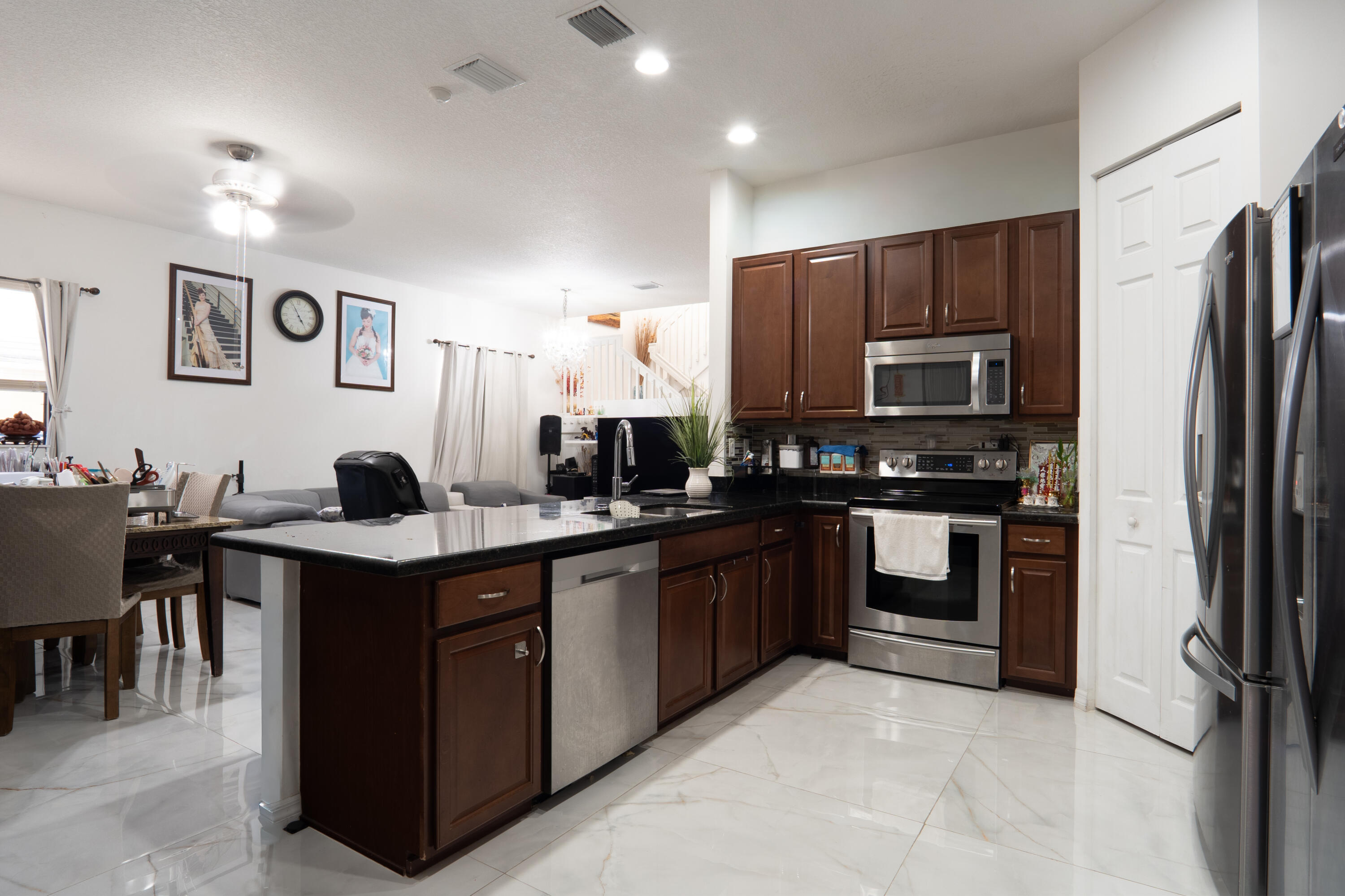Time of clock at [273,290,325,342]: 4:55
